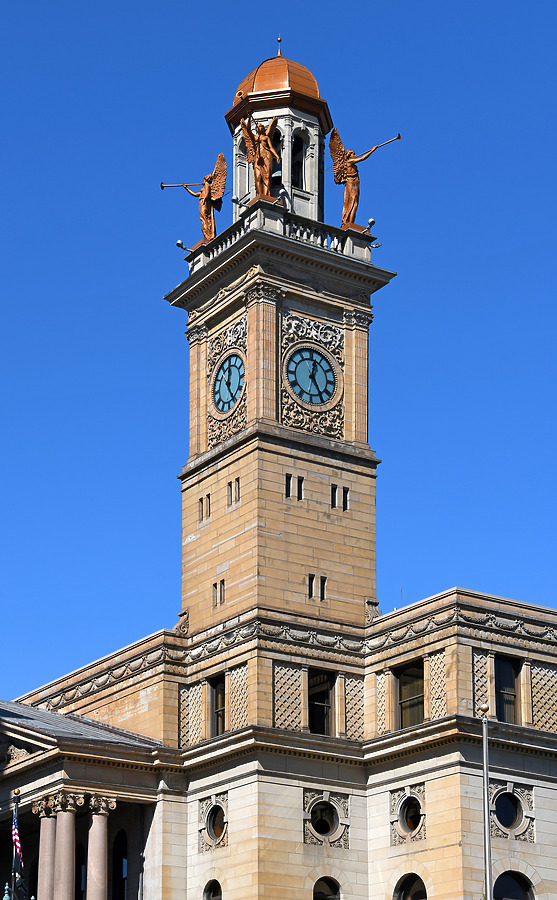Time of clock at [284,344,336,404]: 12:24
